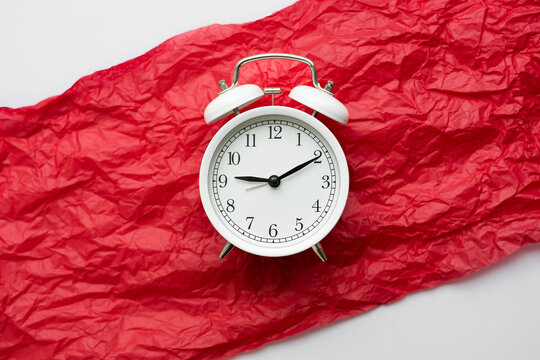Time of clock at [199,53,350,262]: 9:10
